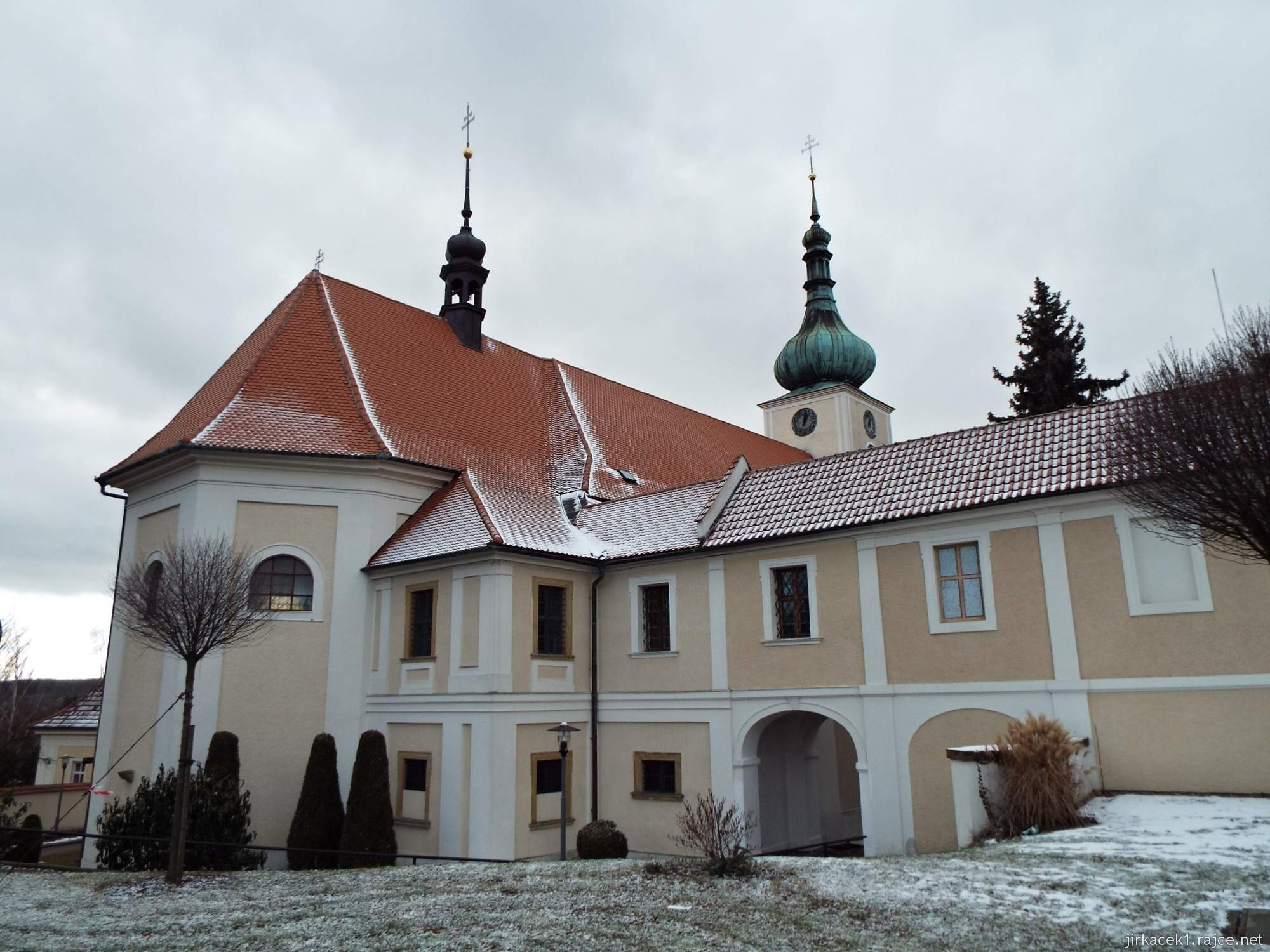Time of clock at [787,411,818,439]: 1:02
